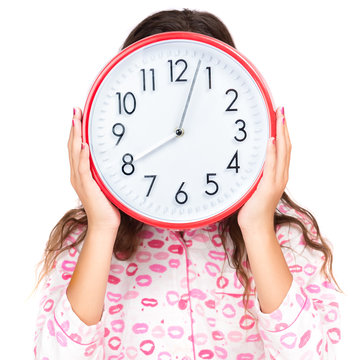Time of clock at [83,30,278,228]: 8:03
